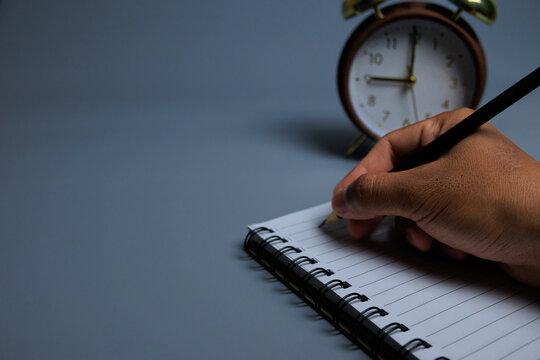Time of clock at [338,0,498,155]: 9:00
